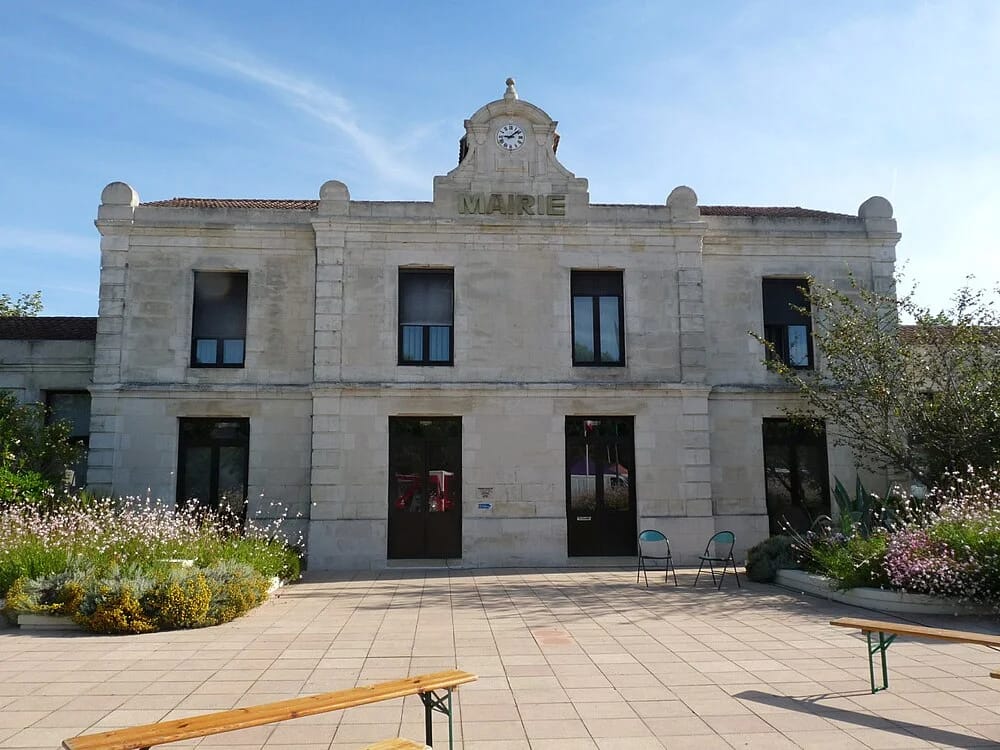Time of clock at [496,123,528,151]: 9:08
